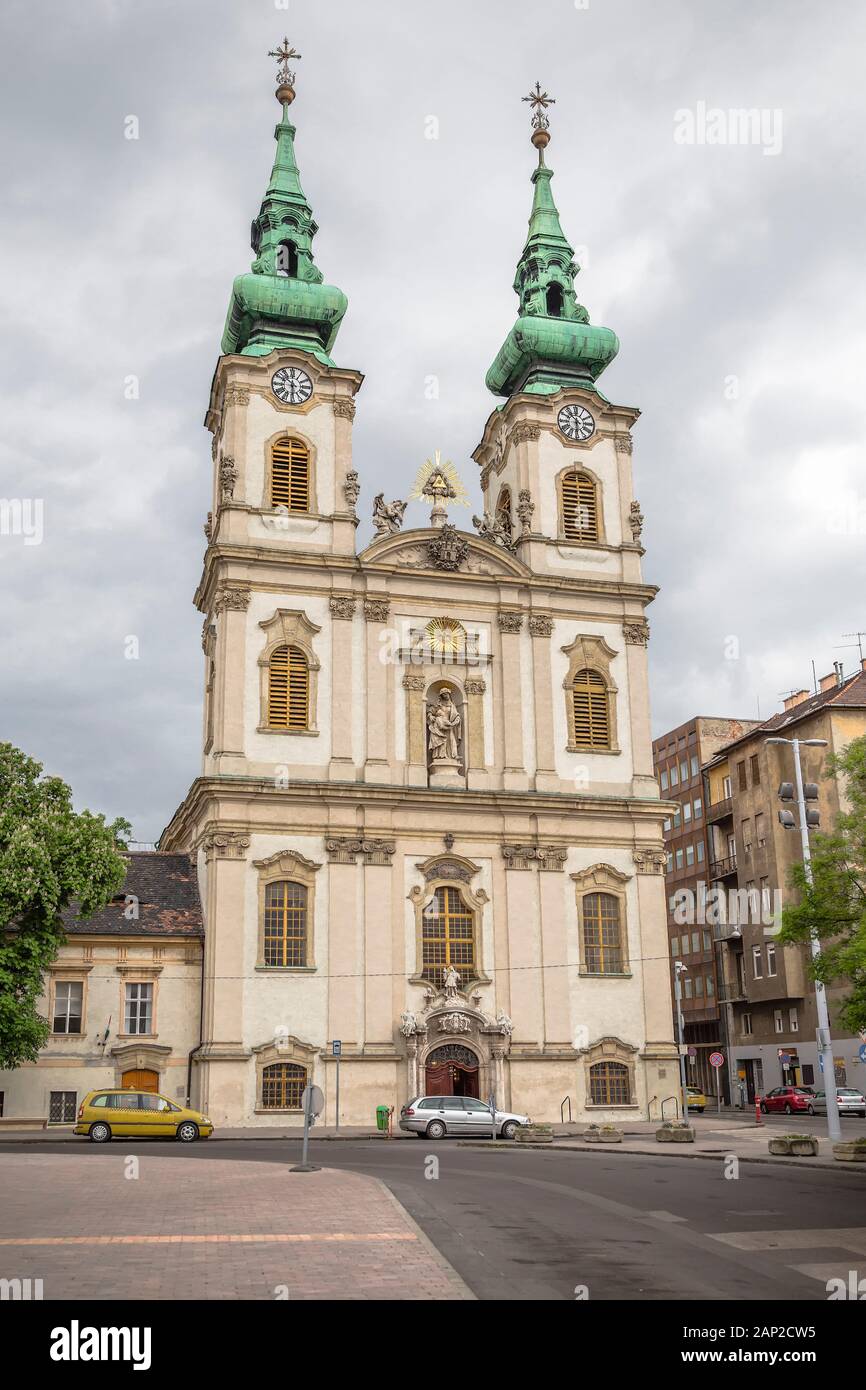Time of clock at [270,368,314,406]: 5:51
